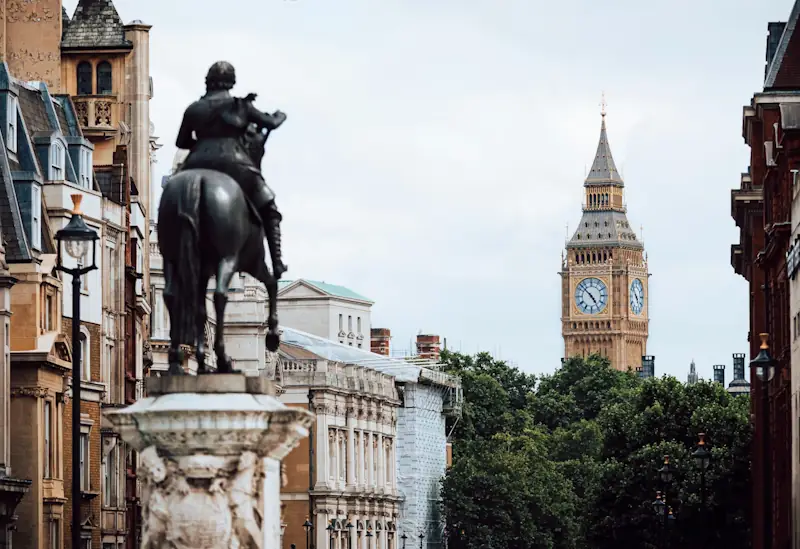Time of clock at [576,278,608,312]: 4:52
